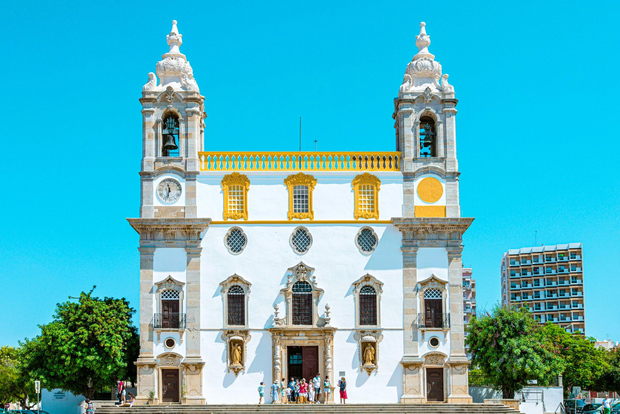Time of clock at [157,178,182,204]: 11:32
